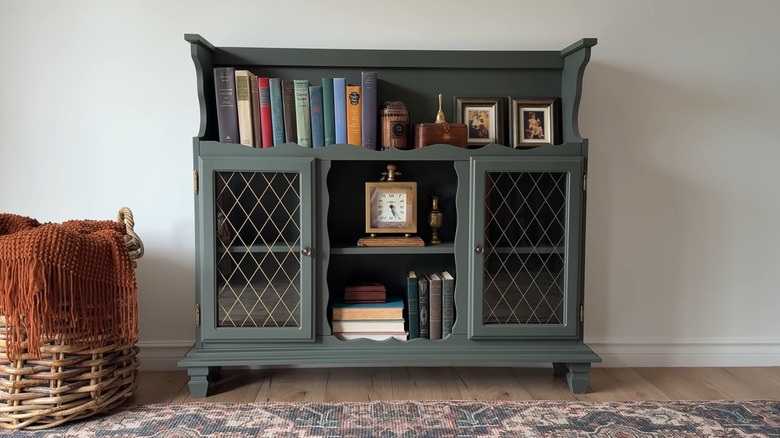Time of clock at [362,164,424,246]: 5:24
